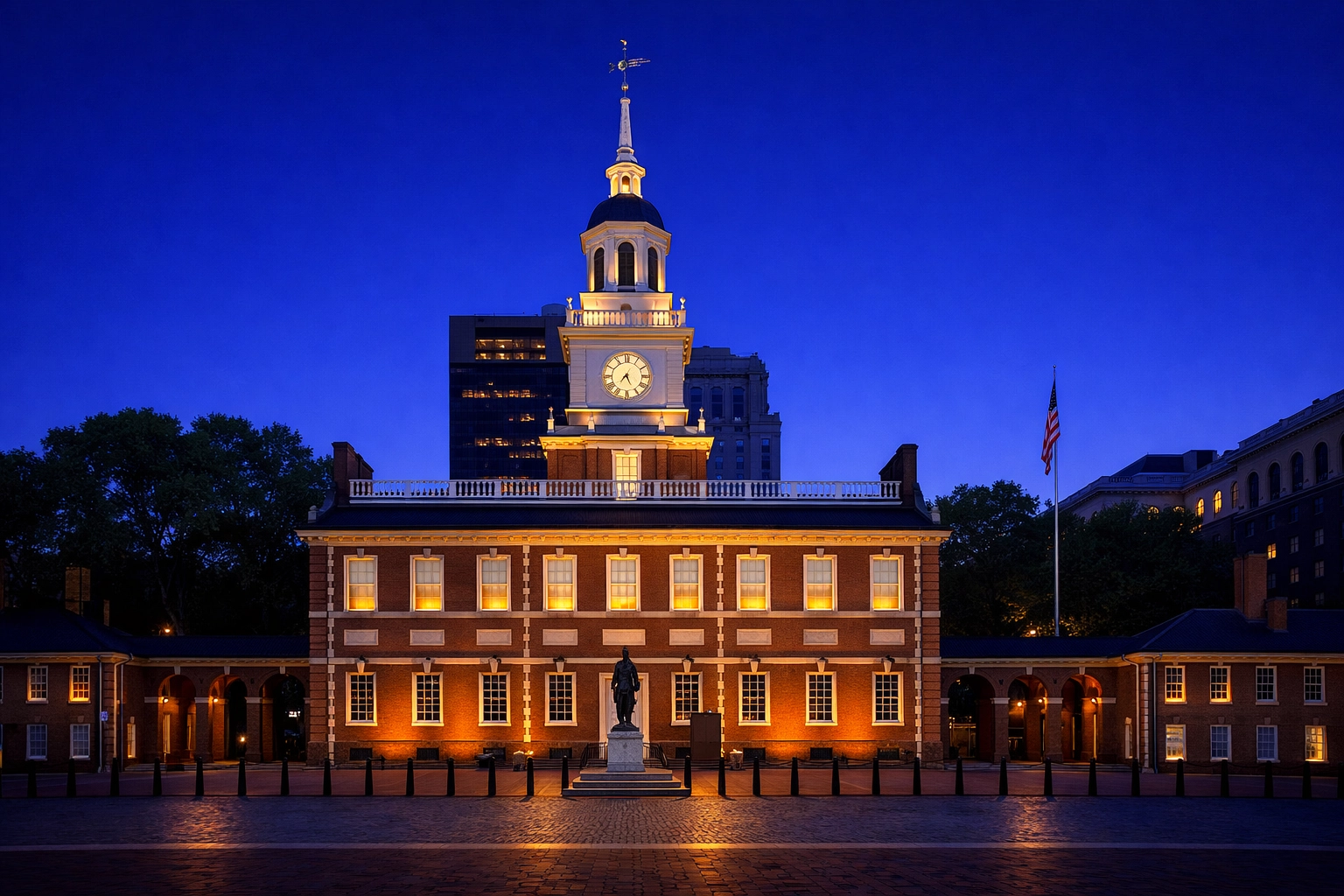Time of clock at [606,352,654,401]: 7:25
